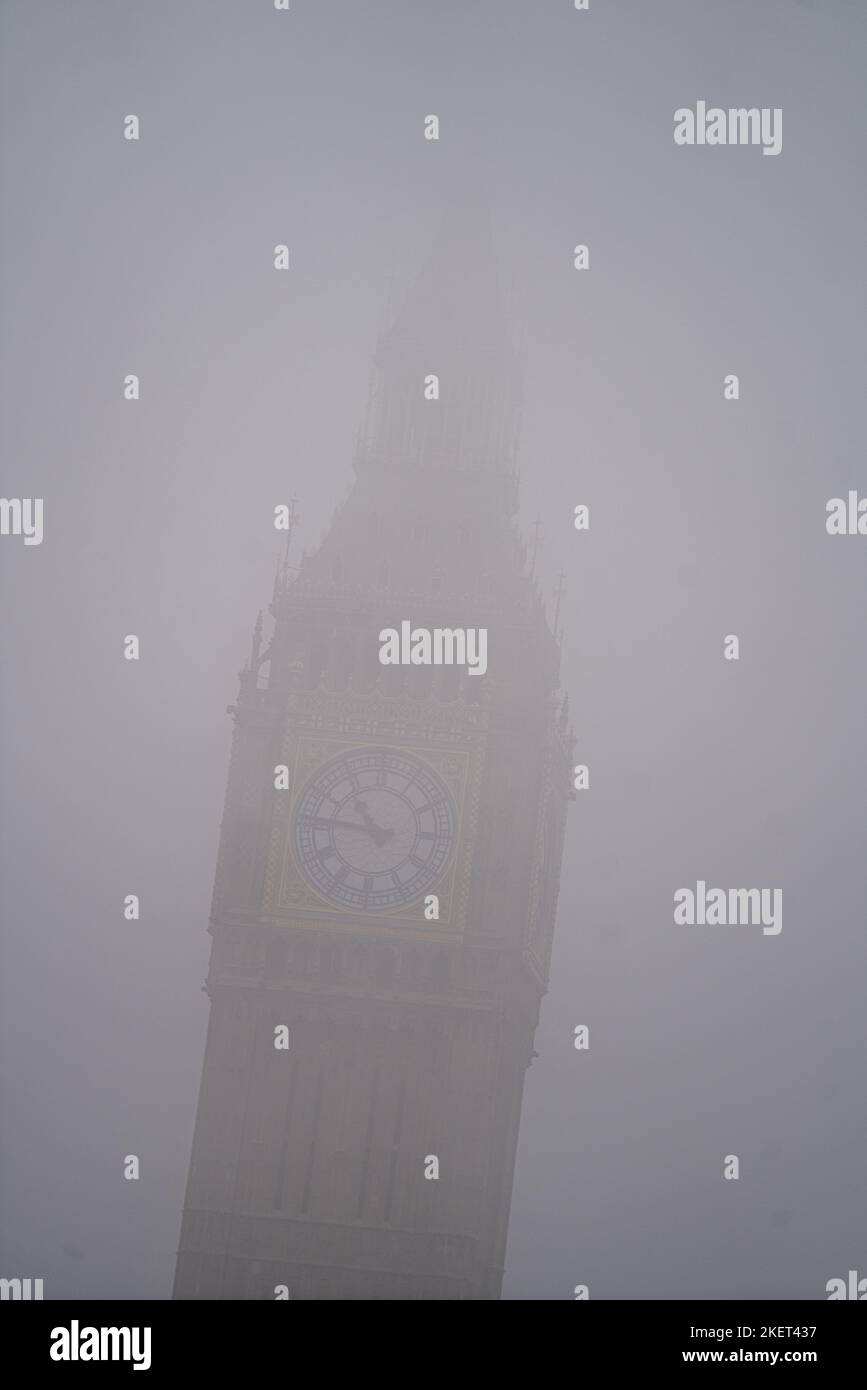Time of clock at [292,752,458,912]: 10:47
